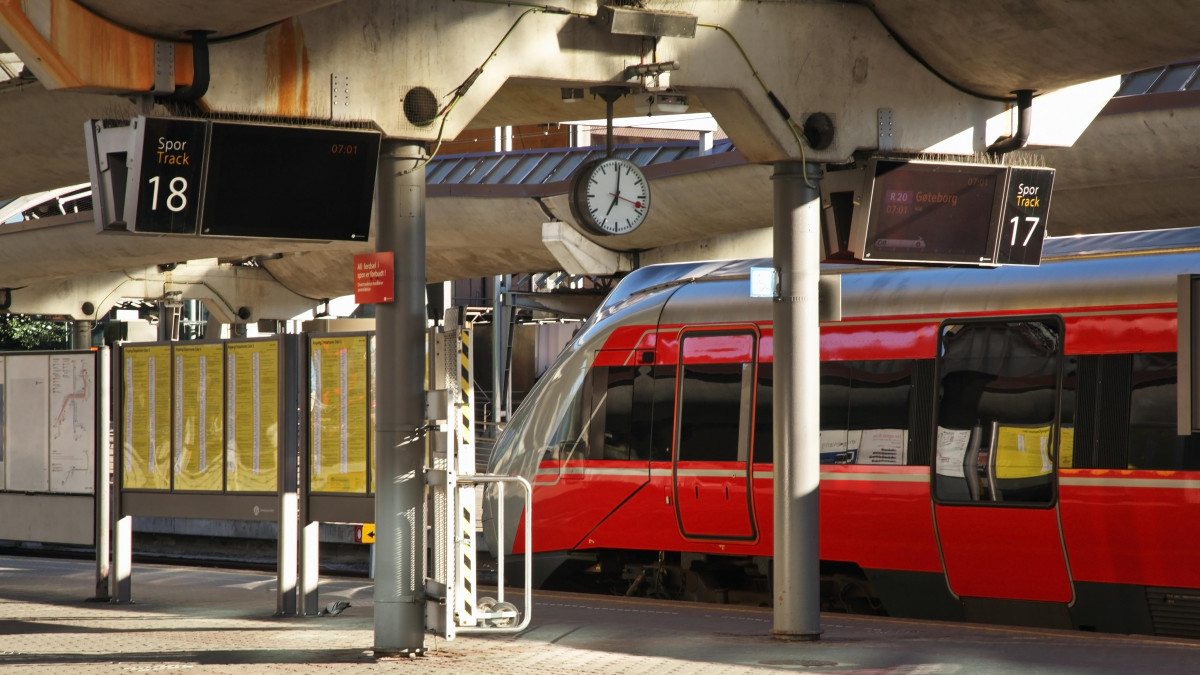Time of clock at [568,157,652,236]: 7:01
